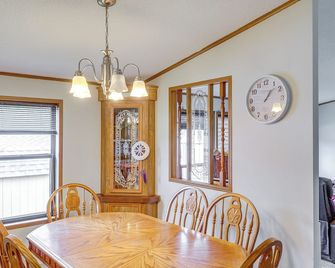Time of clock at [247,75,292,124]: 1:07
